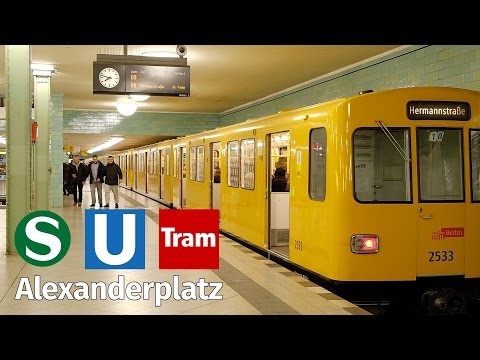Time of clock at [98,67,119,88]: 7:47
